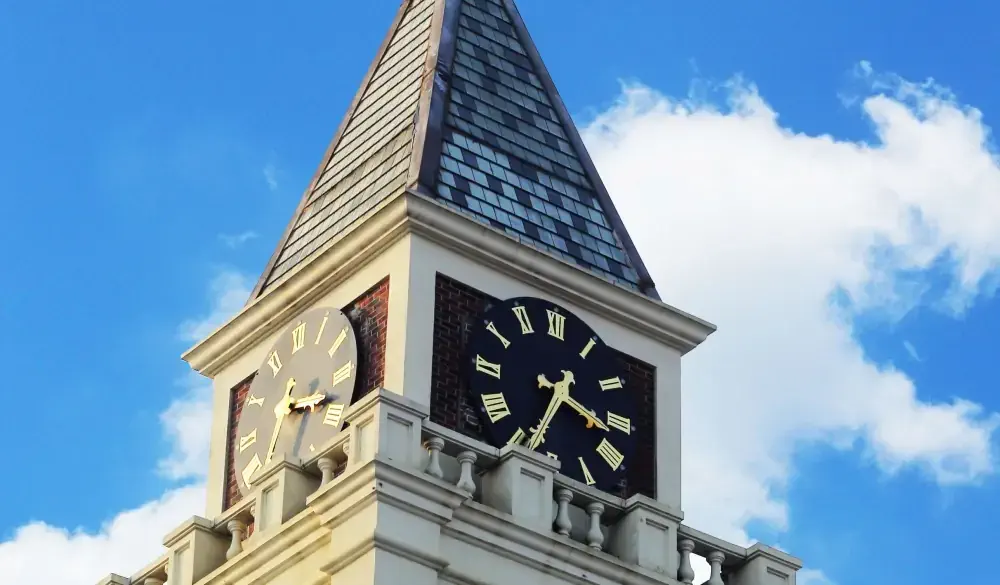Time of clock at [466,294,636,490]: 3:34
